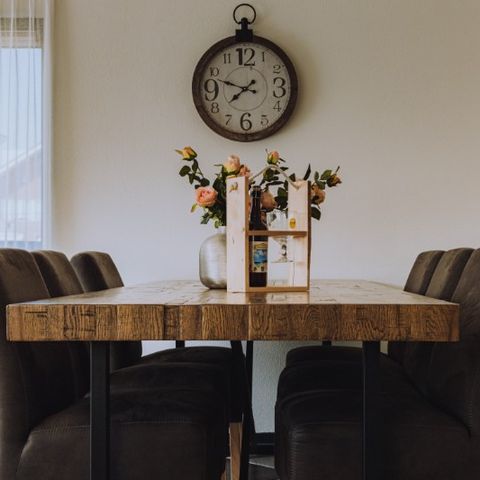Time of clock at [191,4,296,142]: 7:47
